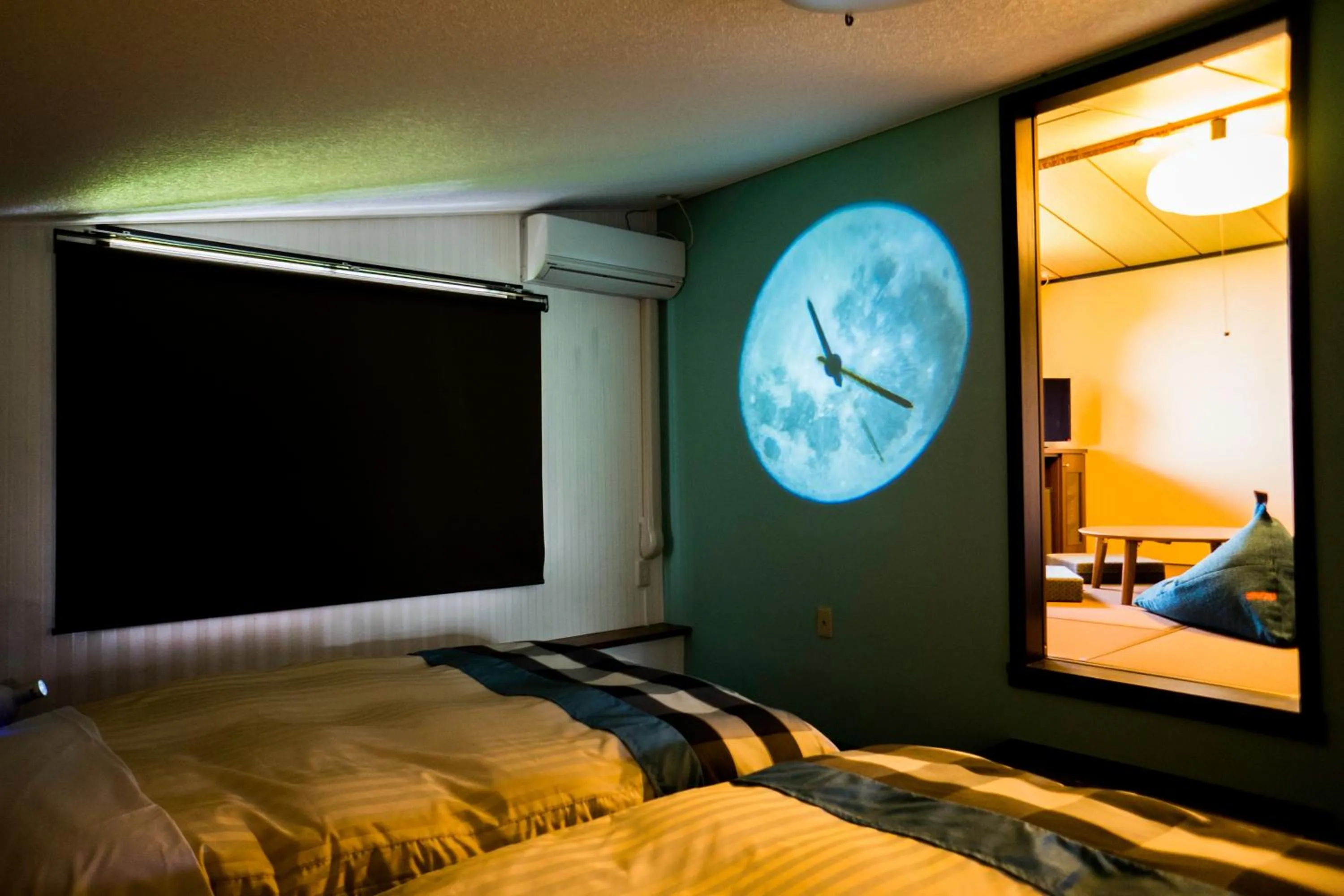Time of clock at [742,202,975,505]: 11:18
